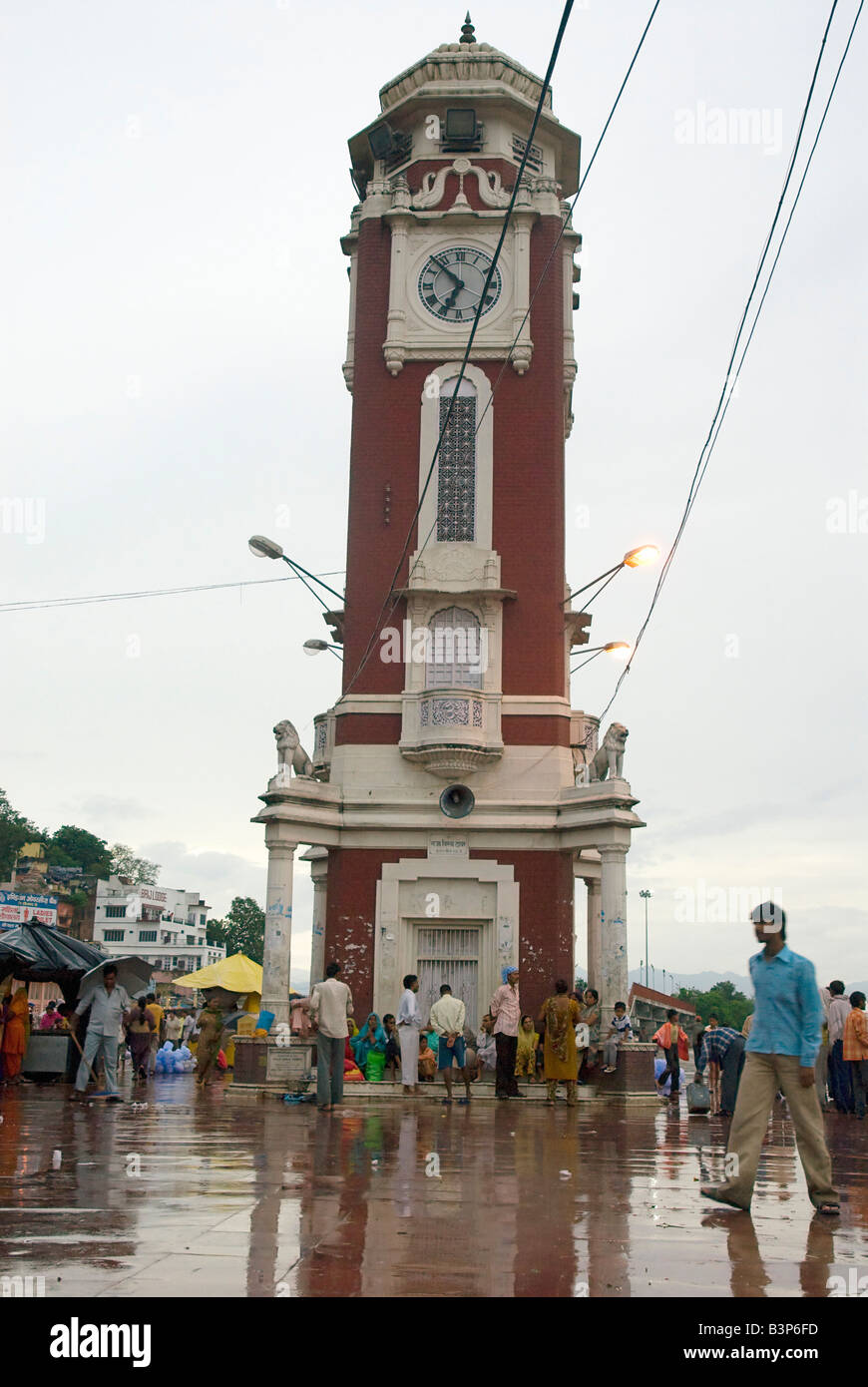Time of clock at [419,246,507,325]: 6:52
